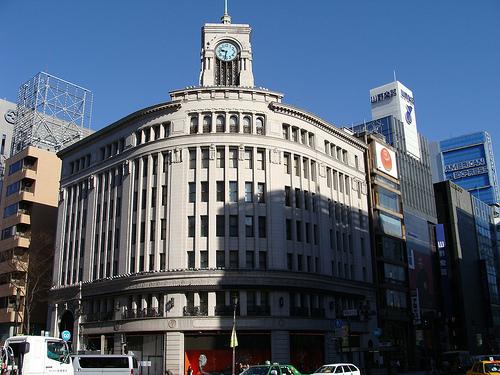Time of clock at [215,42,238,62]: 9:32
